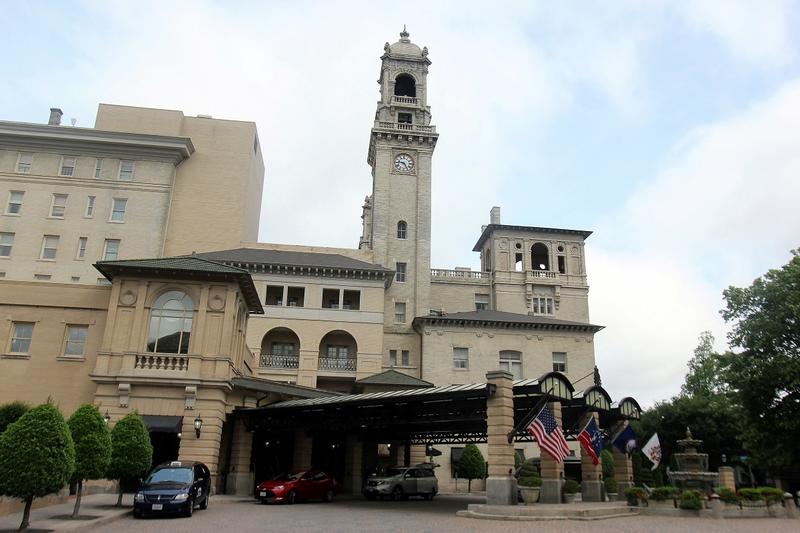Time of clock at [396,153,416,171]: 9:25
